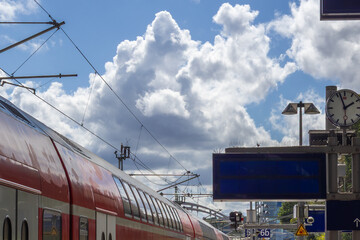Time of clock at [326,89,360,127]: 1:56
